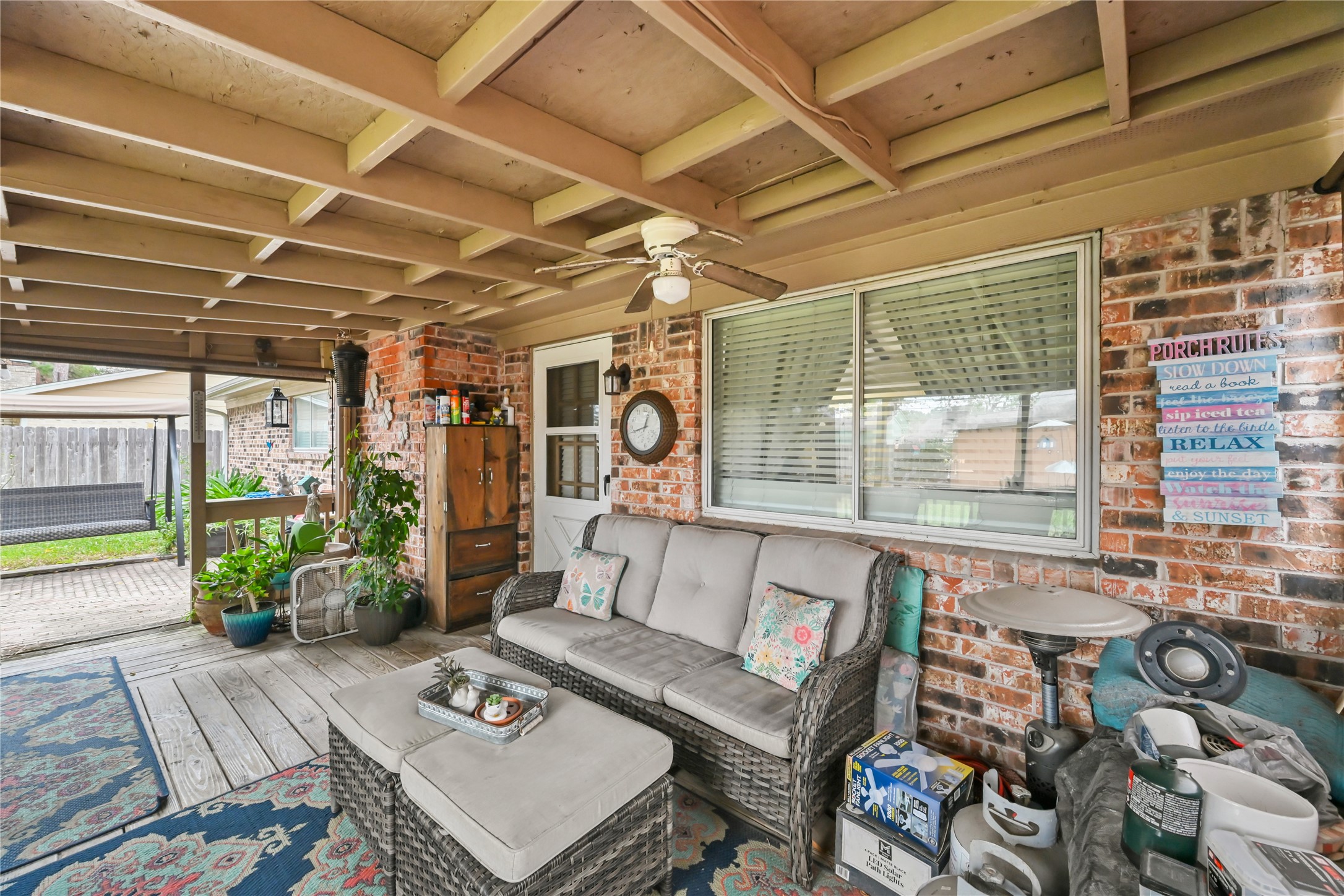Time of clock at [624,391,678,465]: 12:42
